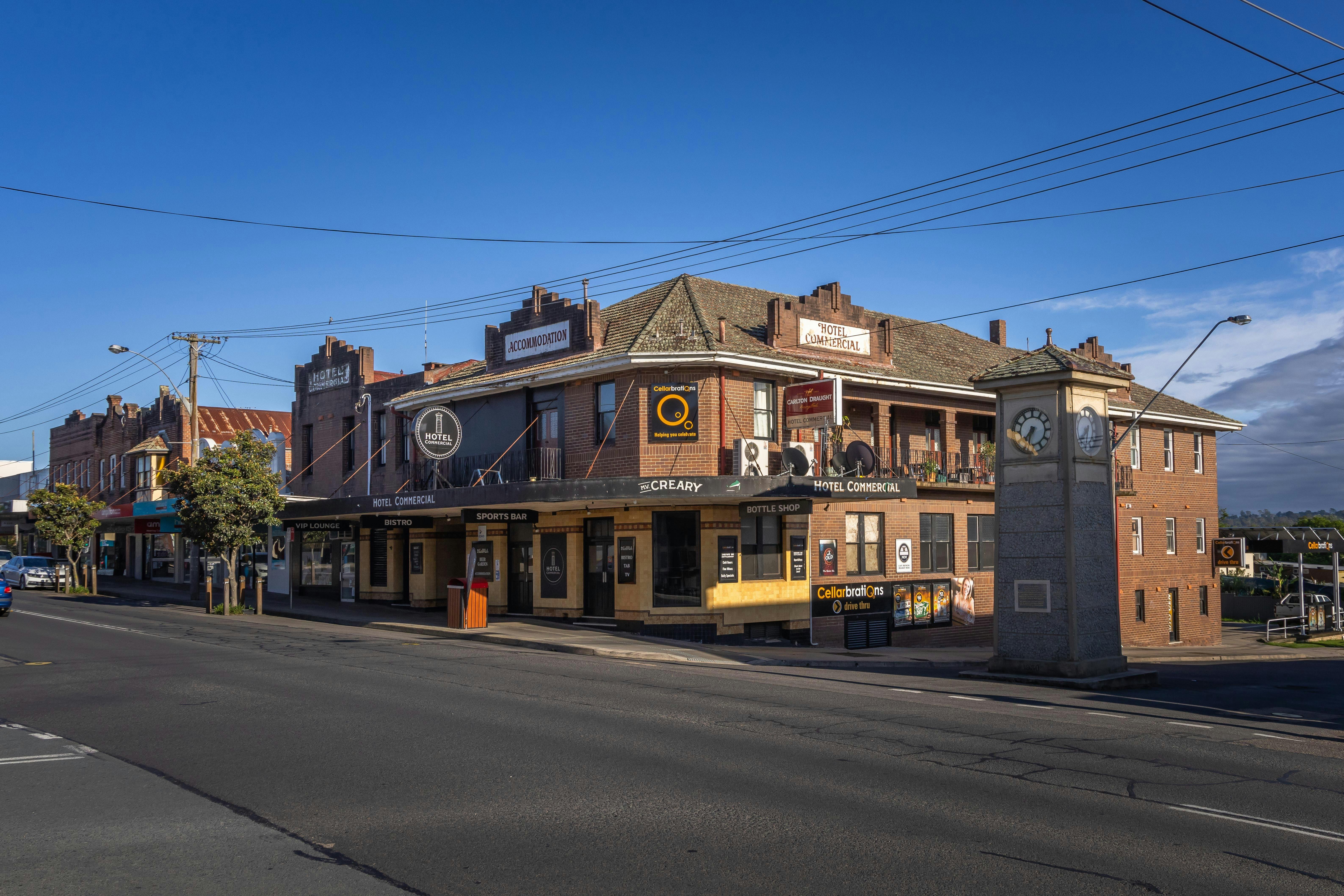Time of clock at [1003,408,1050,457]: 7:32
